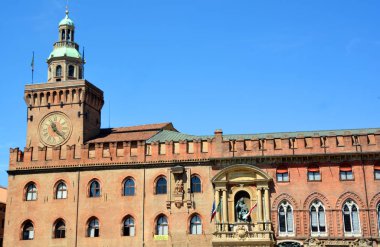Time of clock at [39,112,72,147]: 11:21
